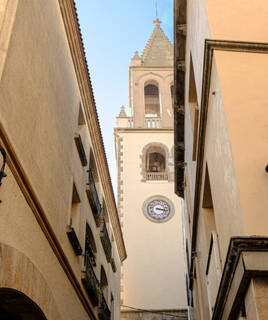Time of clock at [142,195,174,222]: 3:16
